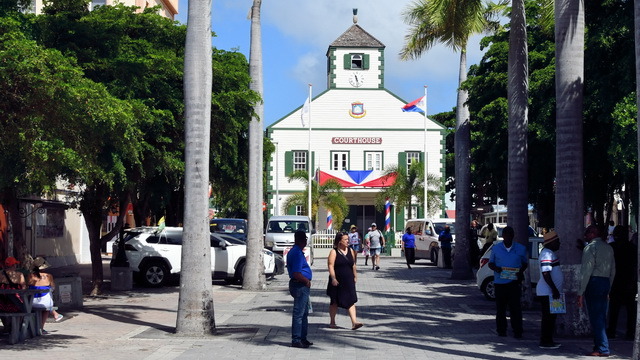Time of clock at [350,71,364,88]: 11:28
